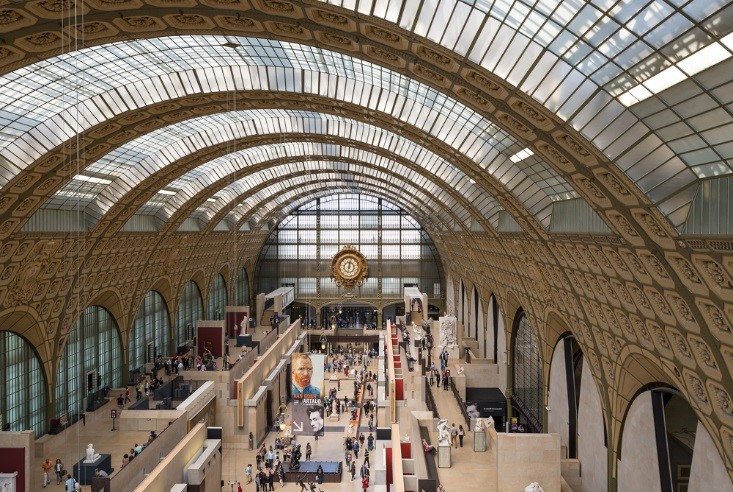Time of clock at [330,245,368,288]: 12:02
